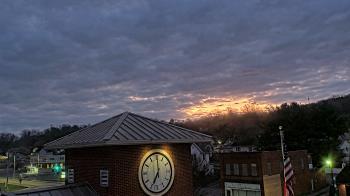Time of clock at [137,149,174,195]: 7:00
